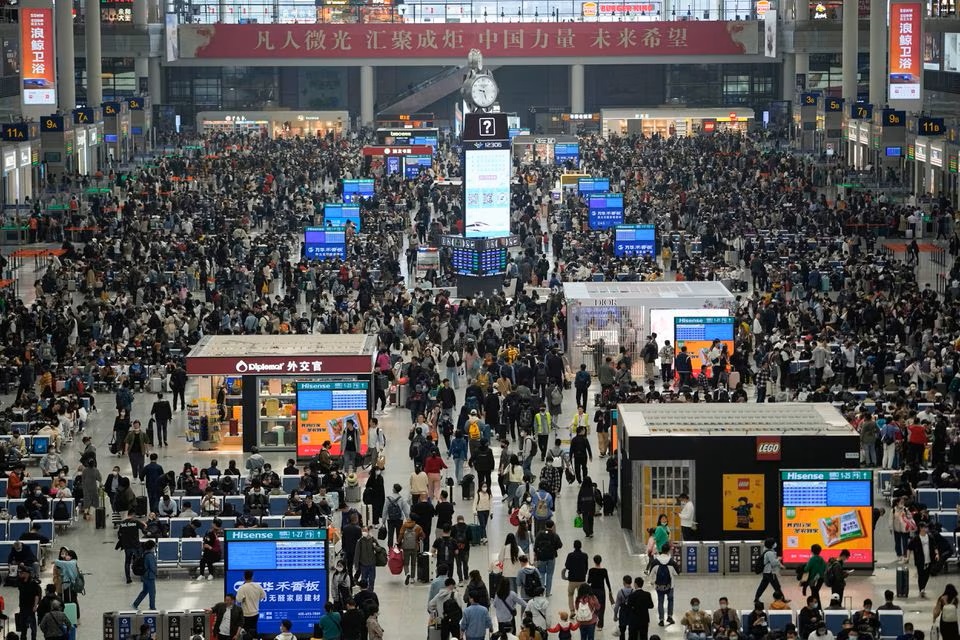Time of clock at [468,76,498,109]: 9:27
